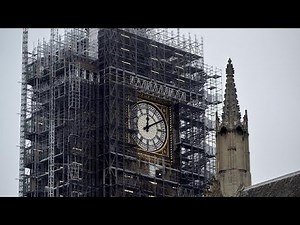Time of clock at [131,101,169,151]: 12:09
